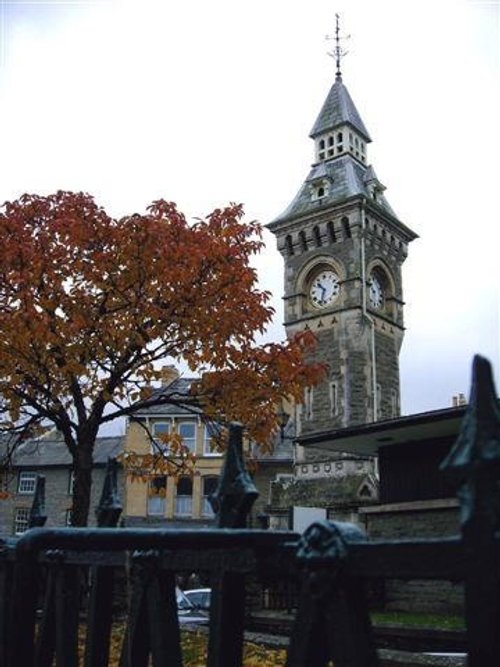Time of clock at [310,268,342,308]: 10:32
